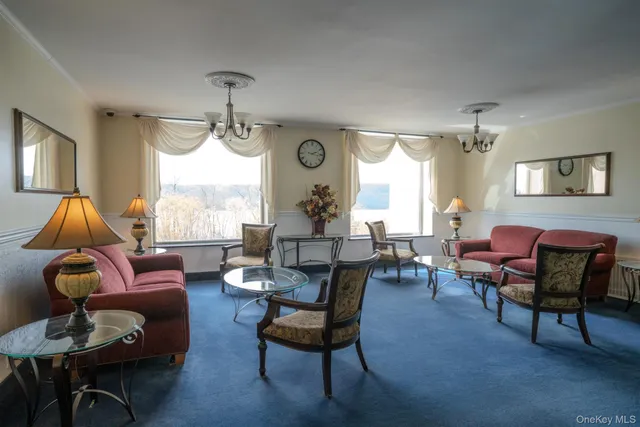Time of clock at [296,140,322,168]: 2:16
